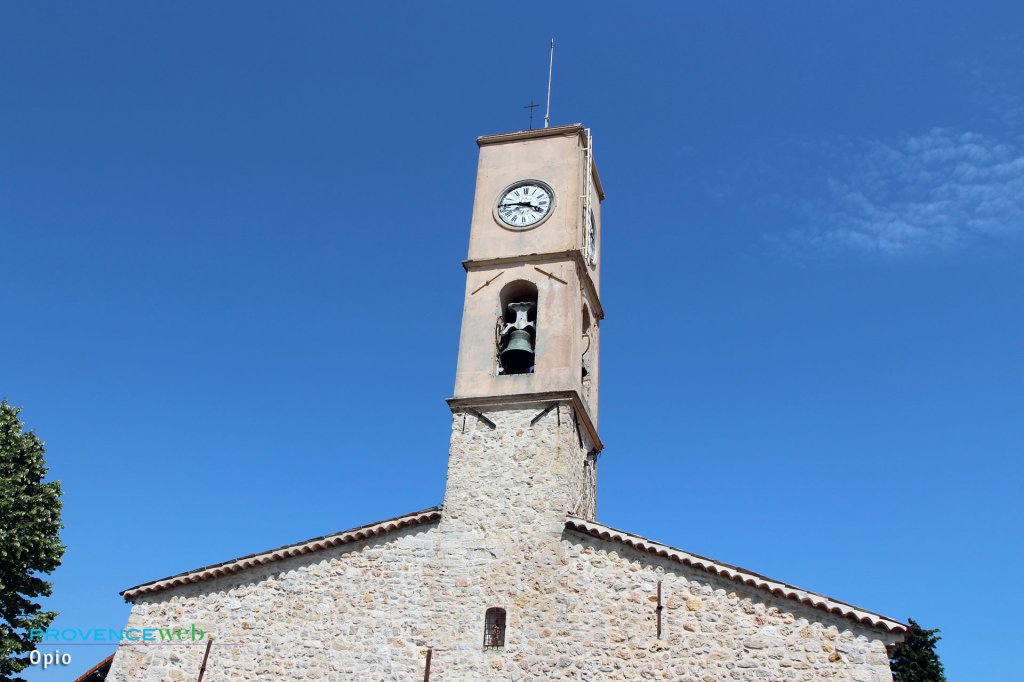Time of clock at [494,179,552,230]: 3:45
